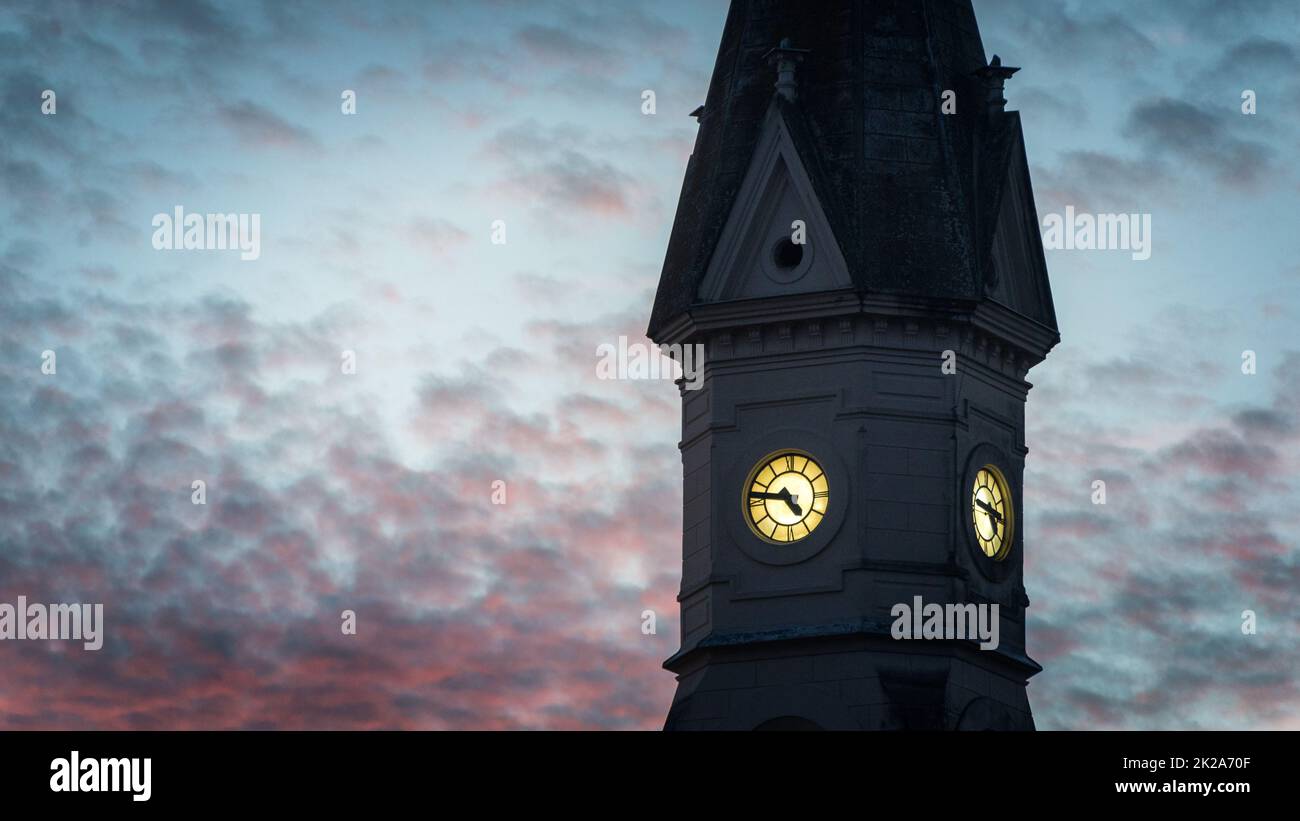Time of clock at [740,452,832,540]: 4:46
